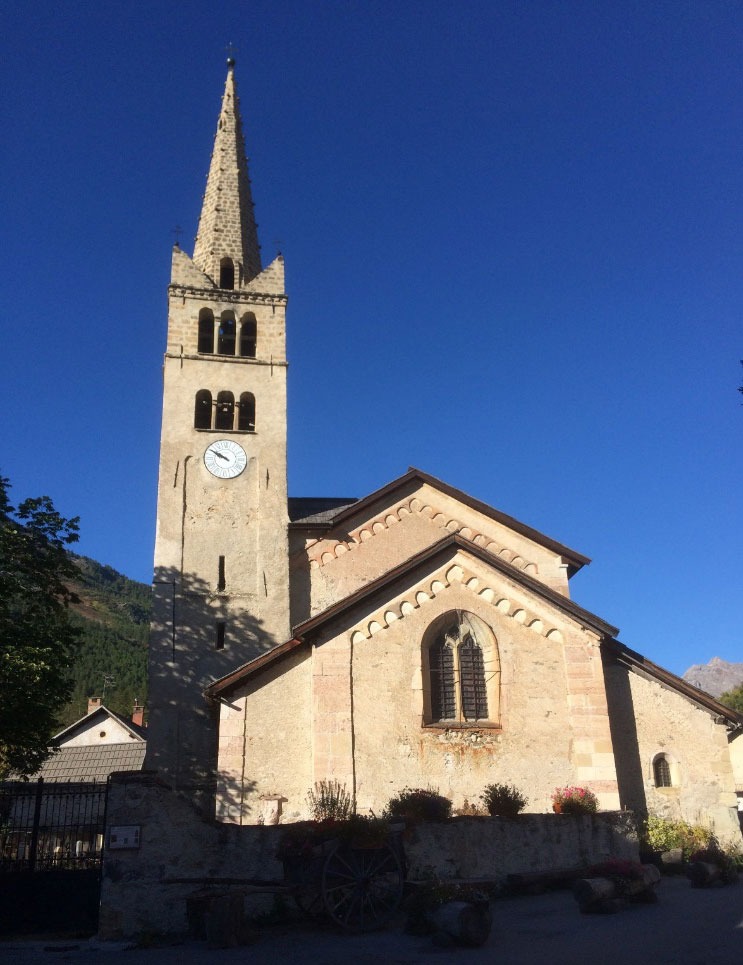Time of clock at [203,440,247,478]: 9:50
